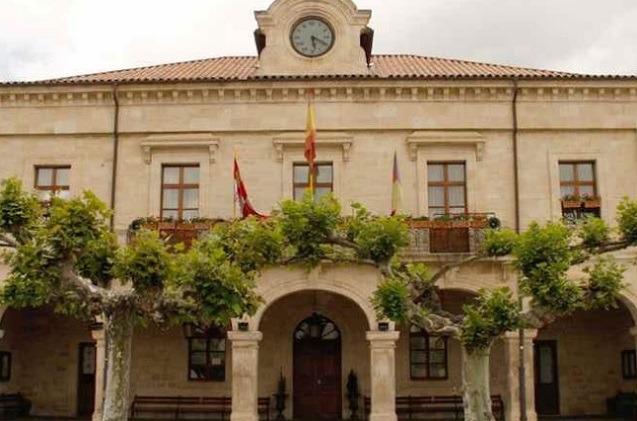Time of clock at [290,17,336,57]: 5:19
